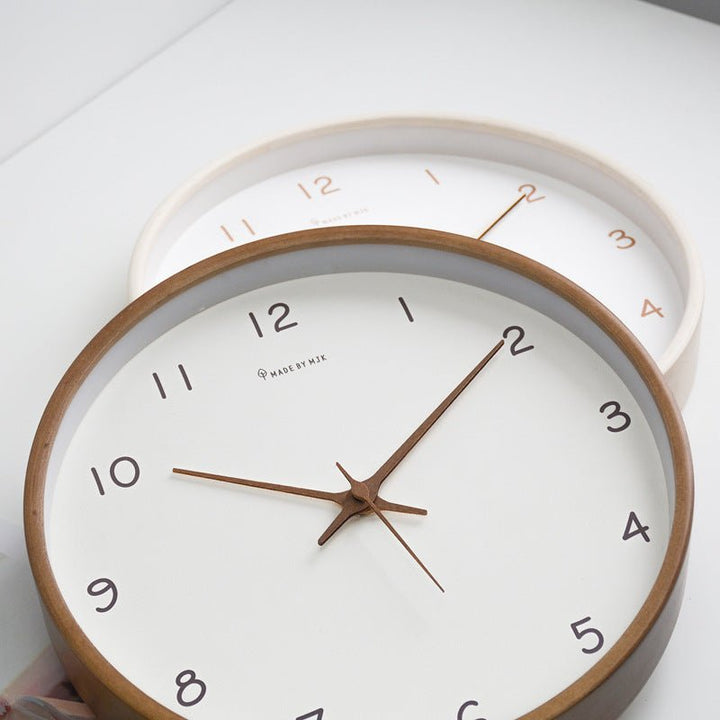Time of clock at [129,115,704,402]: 10:09
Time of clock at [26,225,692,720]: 10:09
